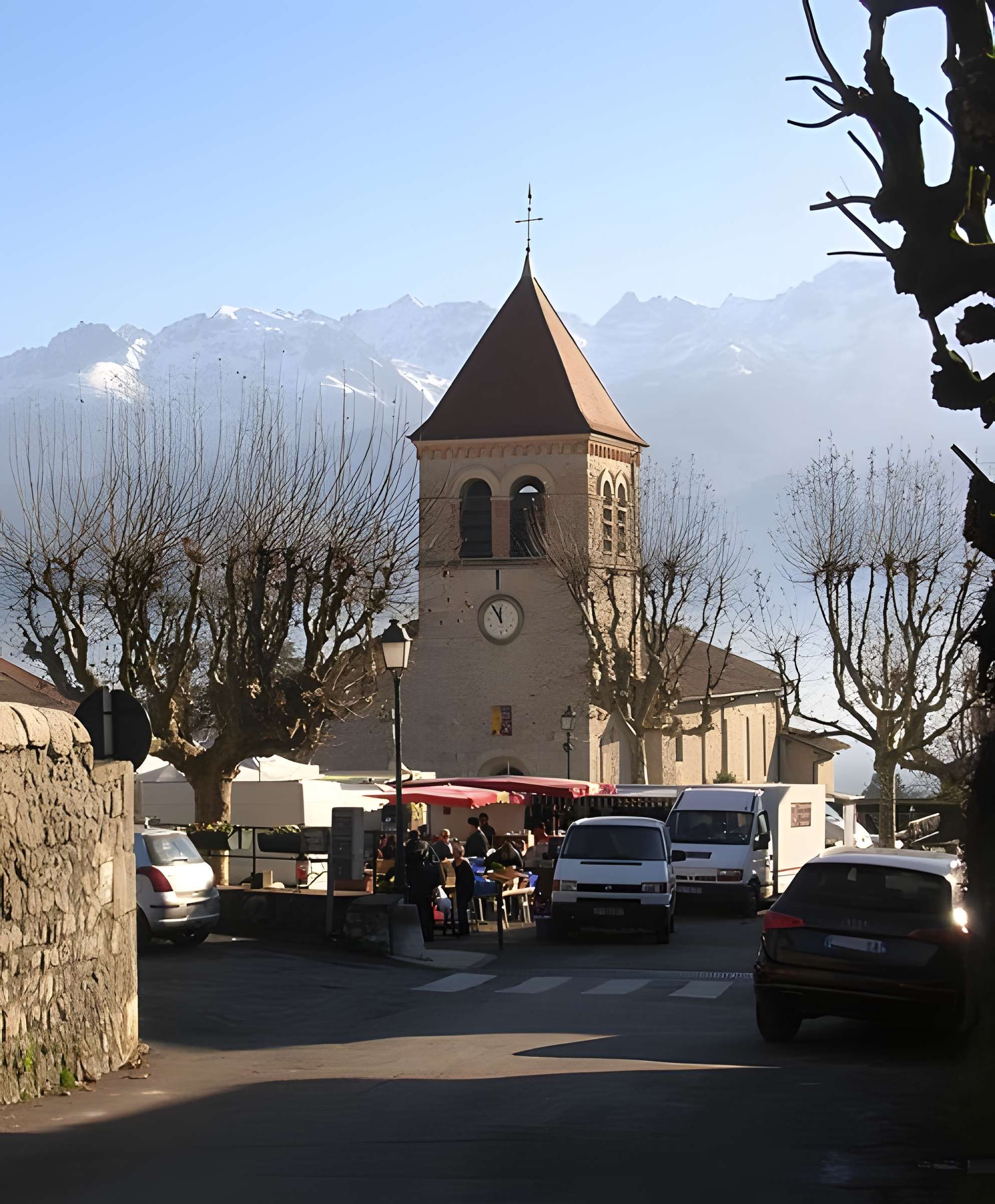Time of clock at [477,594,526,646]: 11:54
